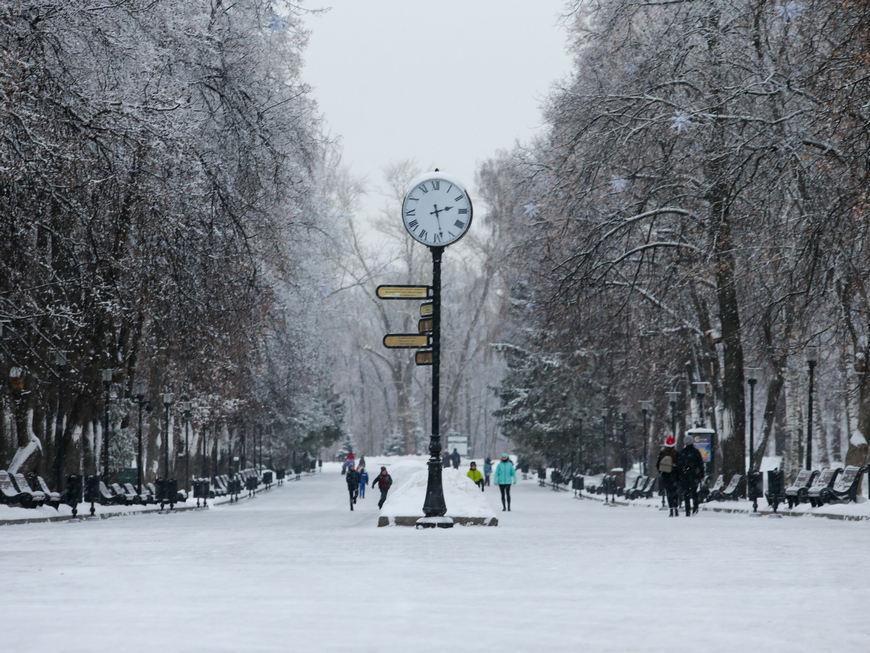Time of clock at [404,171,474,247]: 2:28
